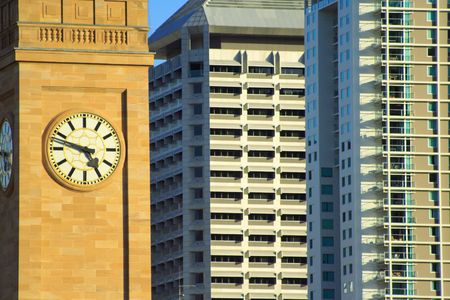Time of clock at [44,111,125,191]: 4:47
